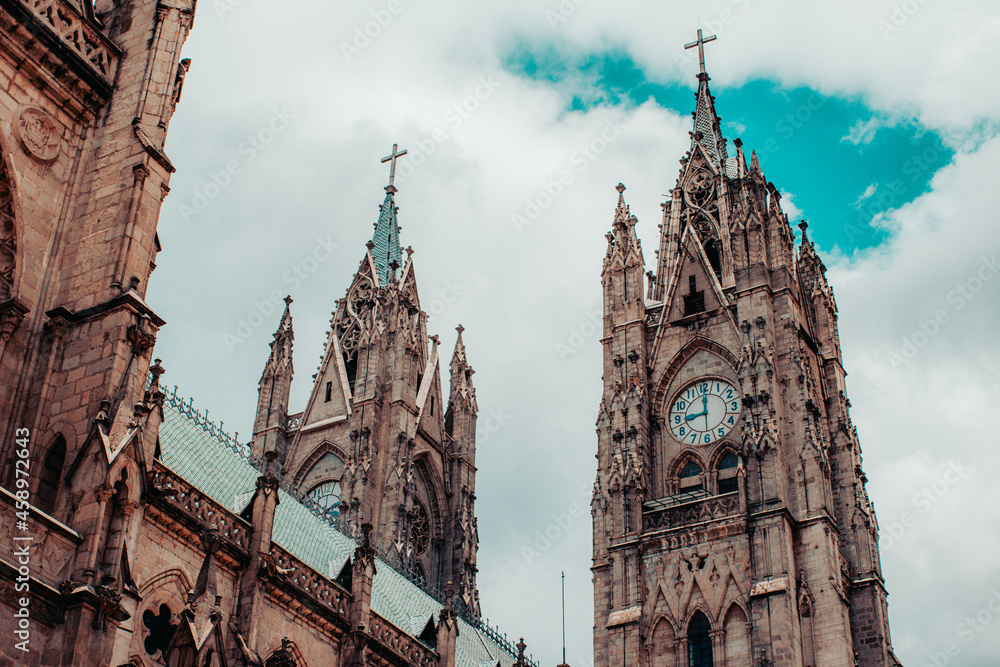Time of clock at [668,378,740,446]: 8:59
